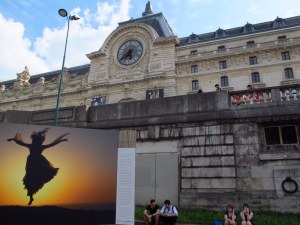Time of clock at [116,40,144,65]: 5:38
